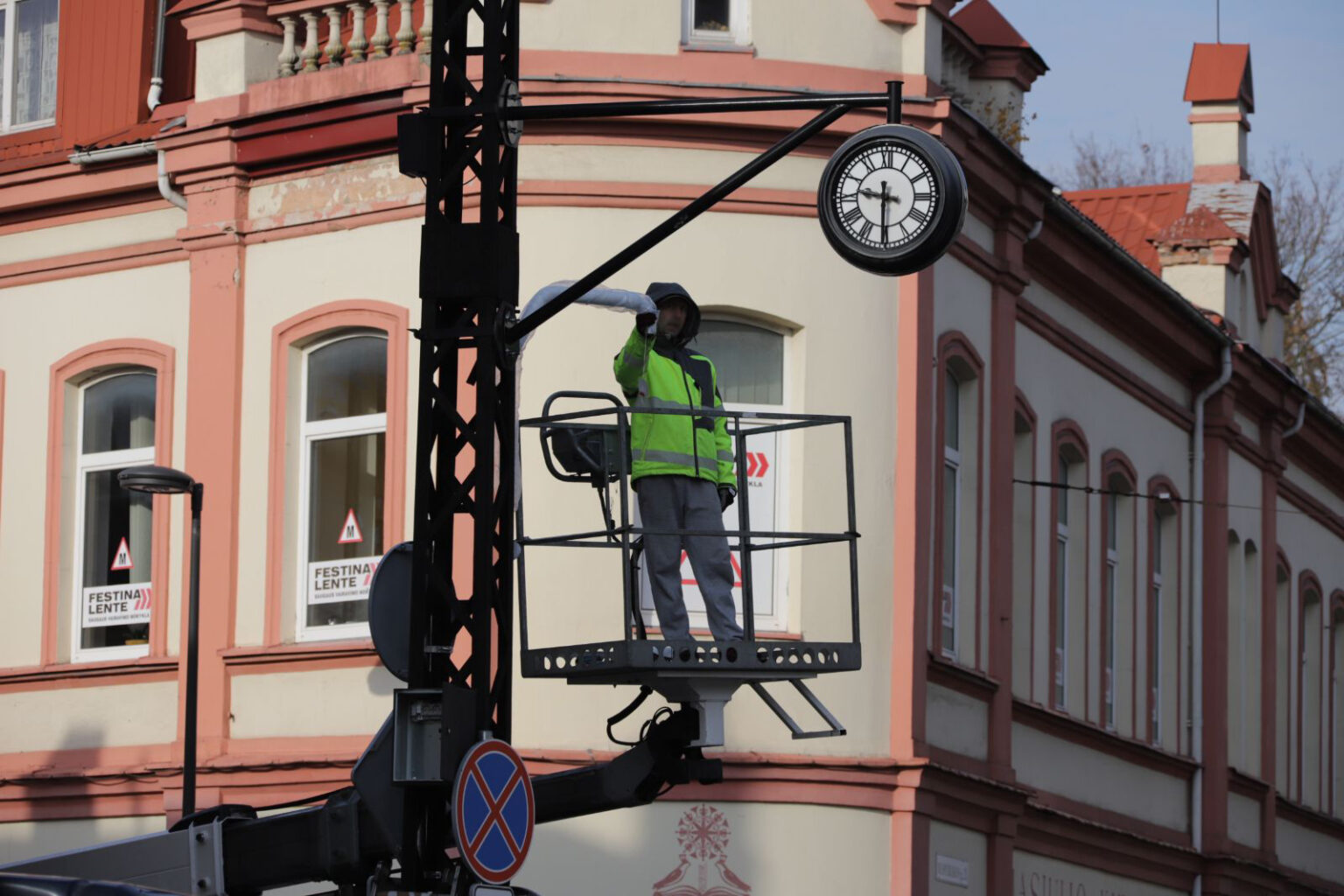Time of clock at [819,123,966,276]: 9:30
